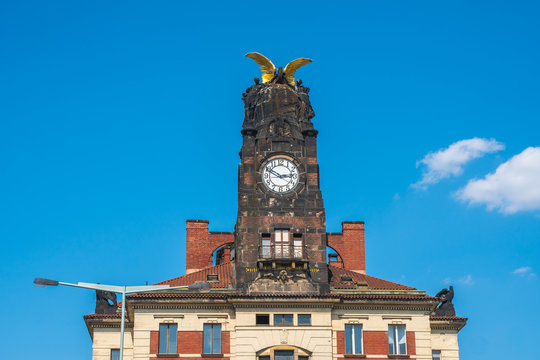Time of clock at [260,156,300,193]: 2:50
